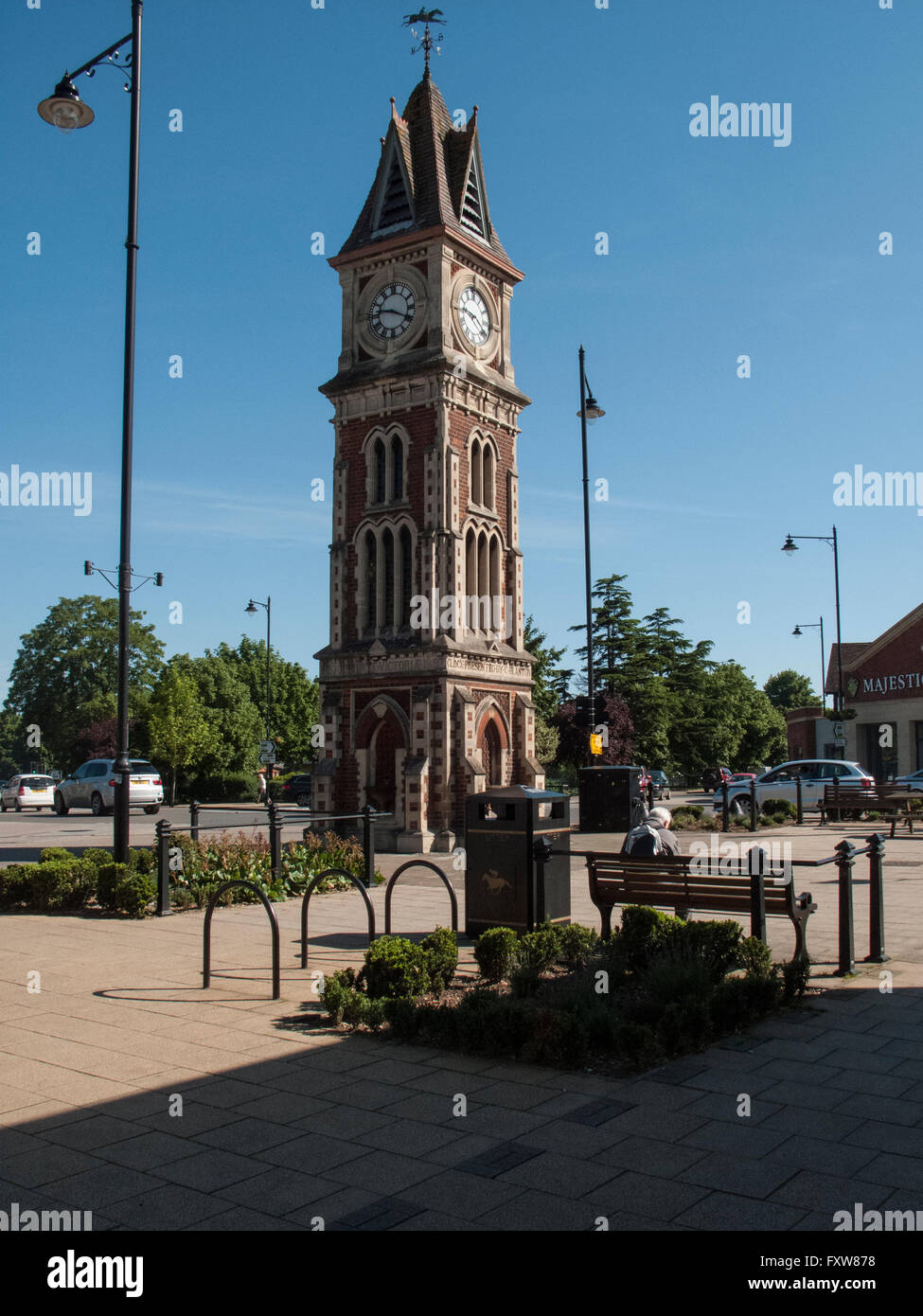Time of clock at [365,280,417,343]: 9:19
